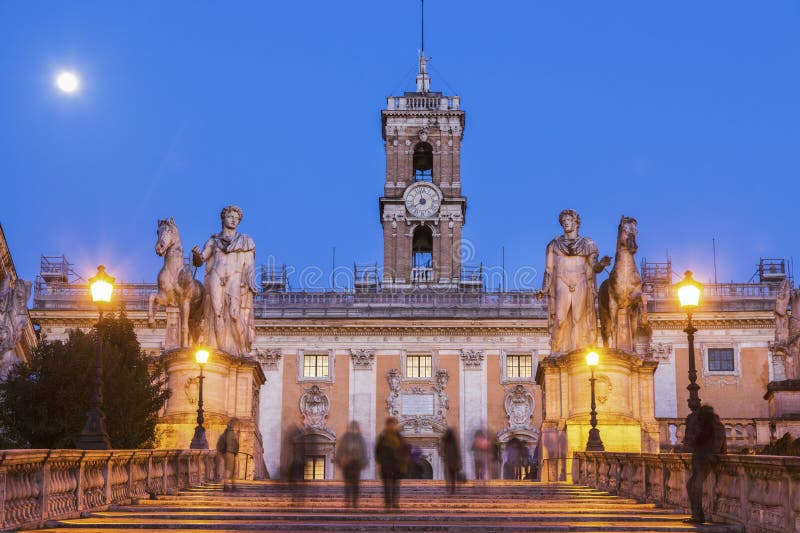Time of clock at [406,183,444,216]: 7:58
